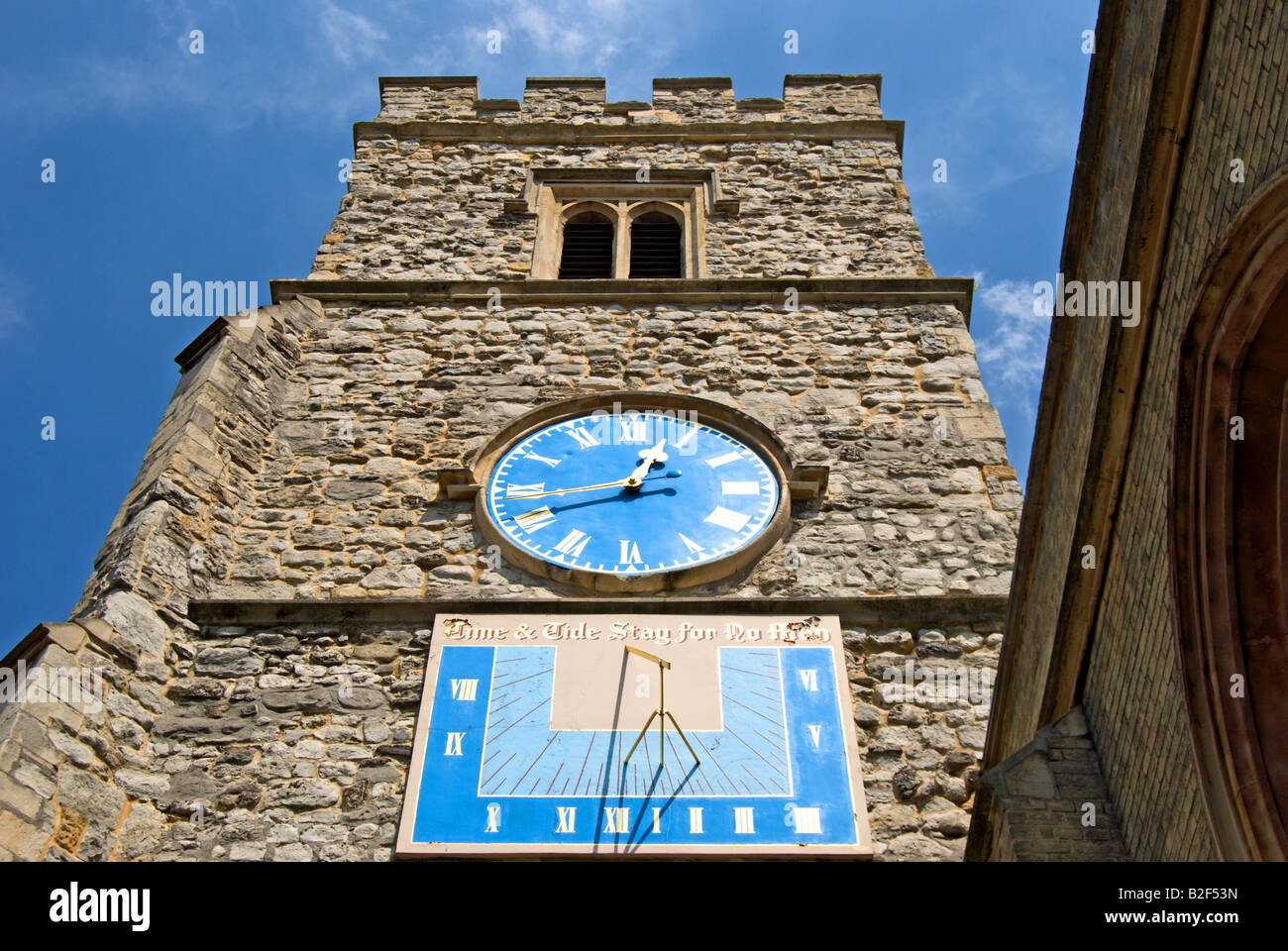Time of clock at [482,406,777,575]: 12:42
